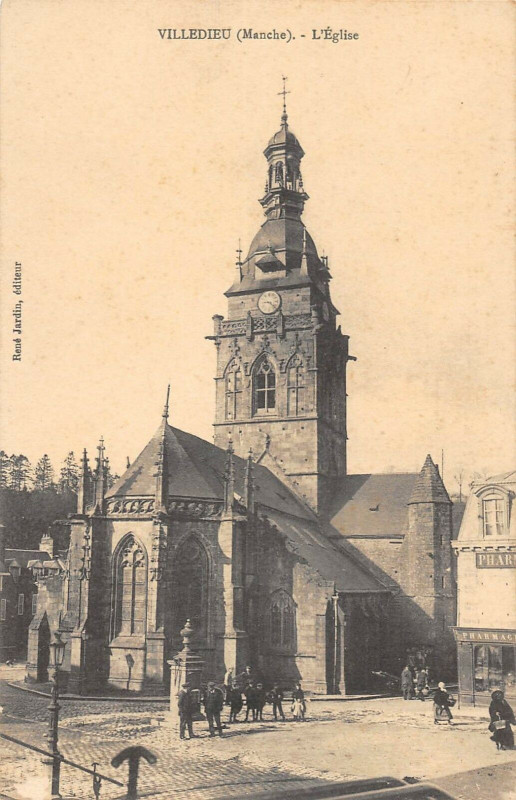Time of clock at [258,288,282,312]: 9:22
